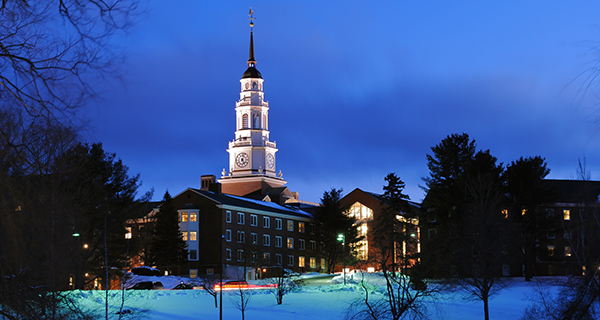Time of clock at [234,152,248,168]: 5:03
